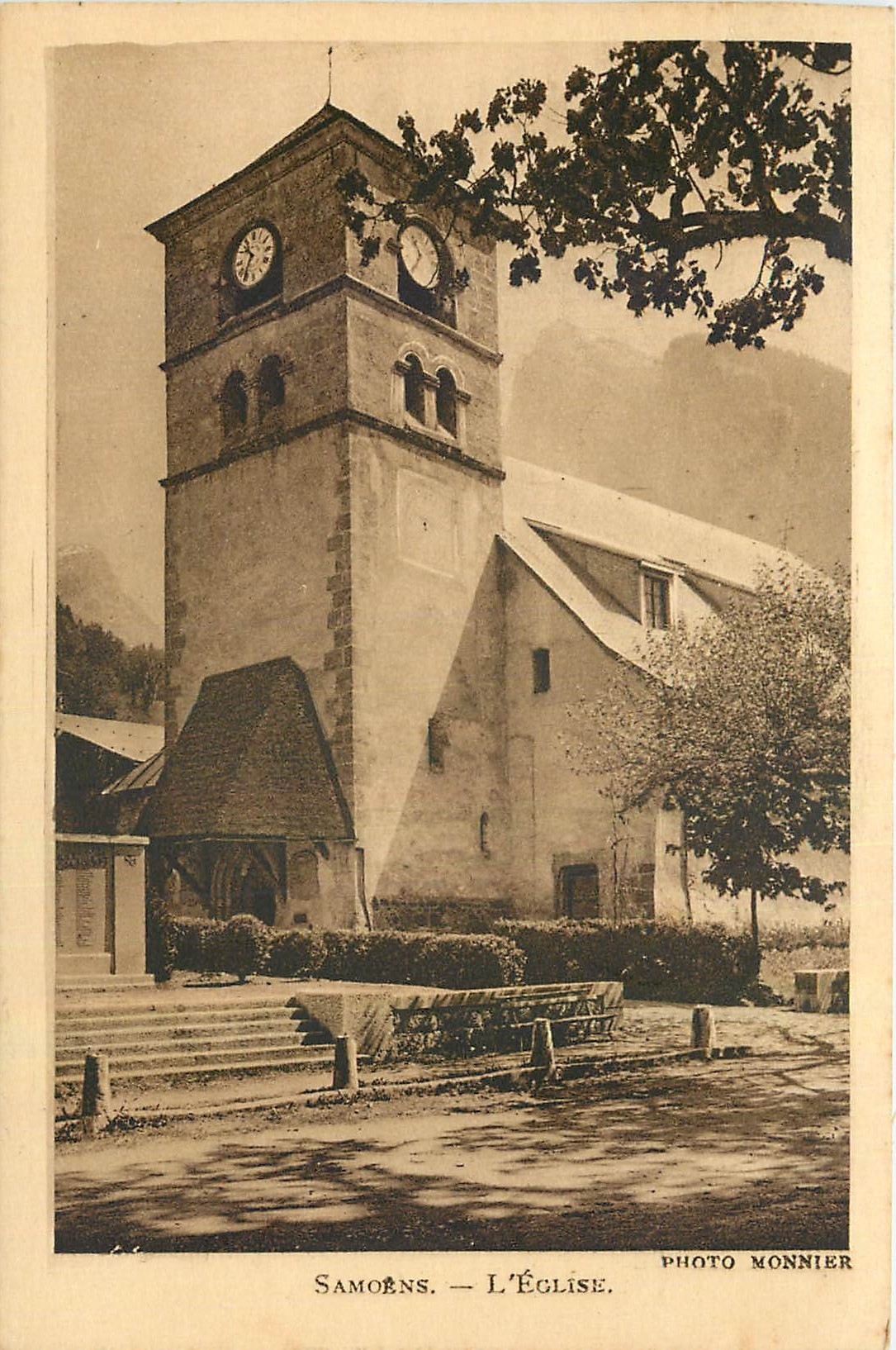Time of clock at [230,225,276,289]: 10:34
